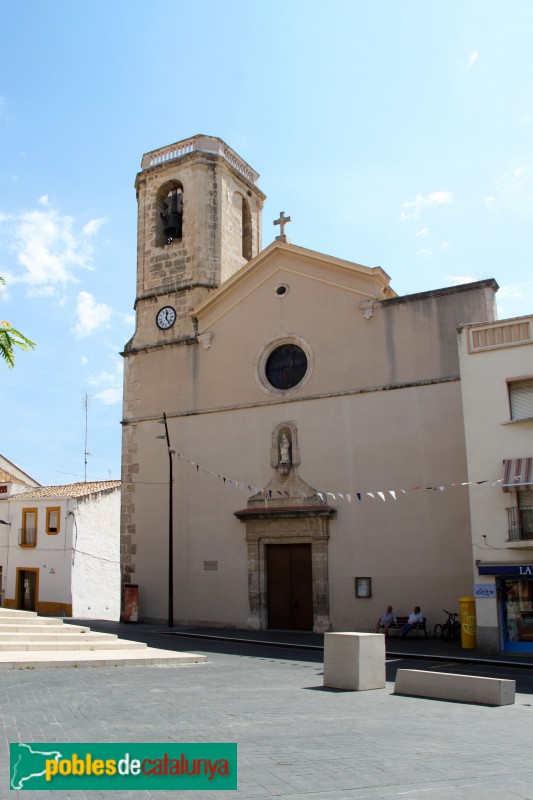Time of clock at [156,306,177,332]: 12:23
